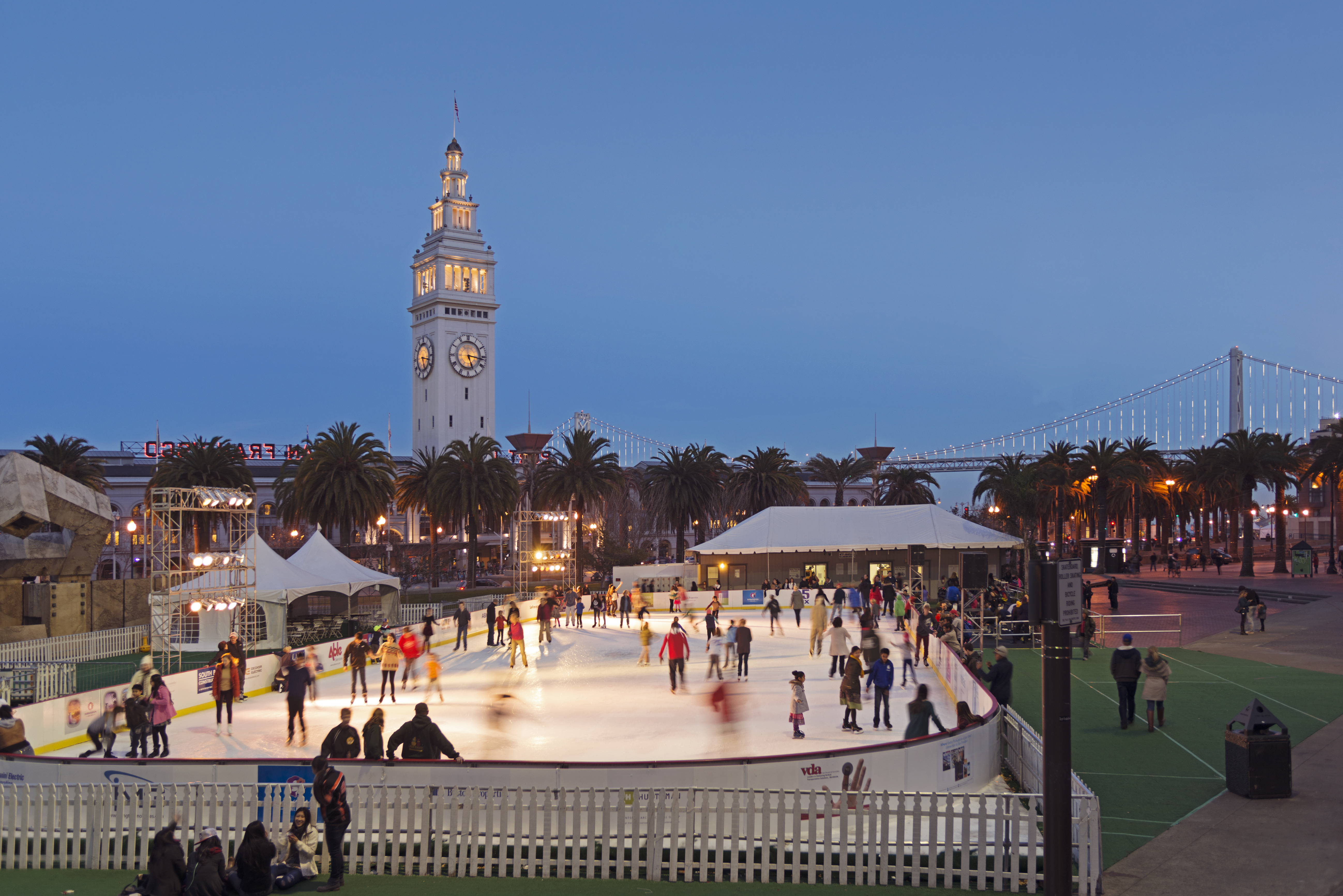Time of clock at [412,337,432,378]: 5:17
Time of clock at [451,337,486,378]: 5:16
